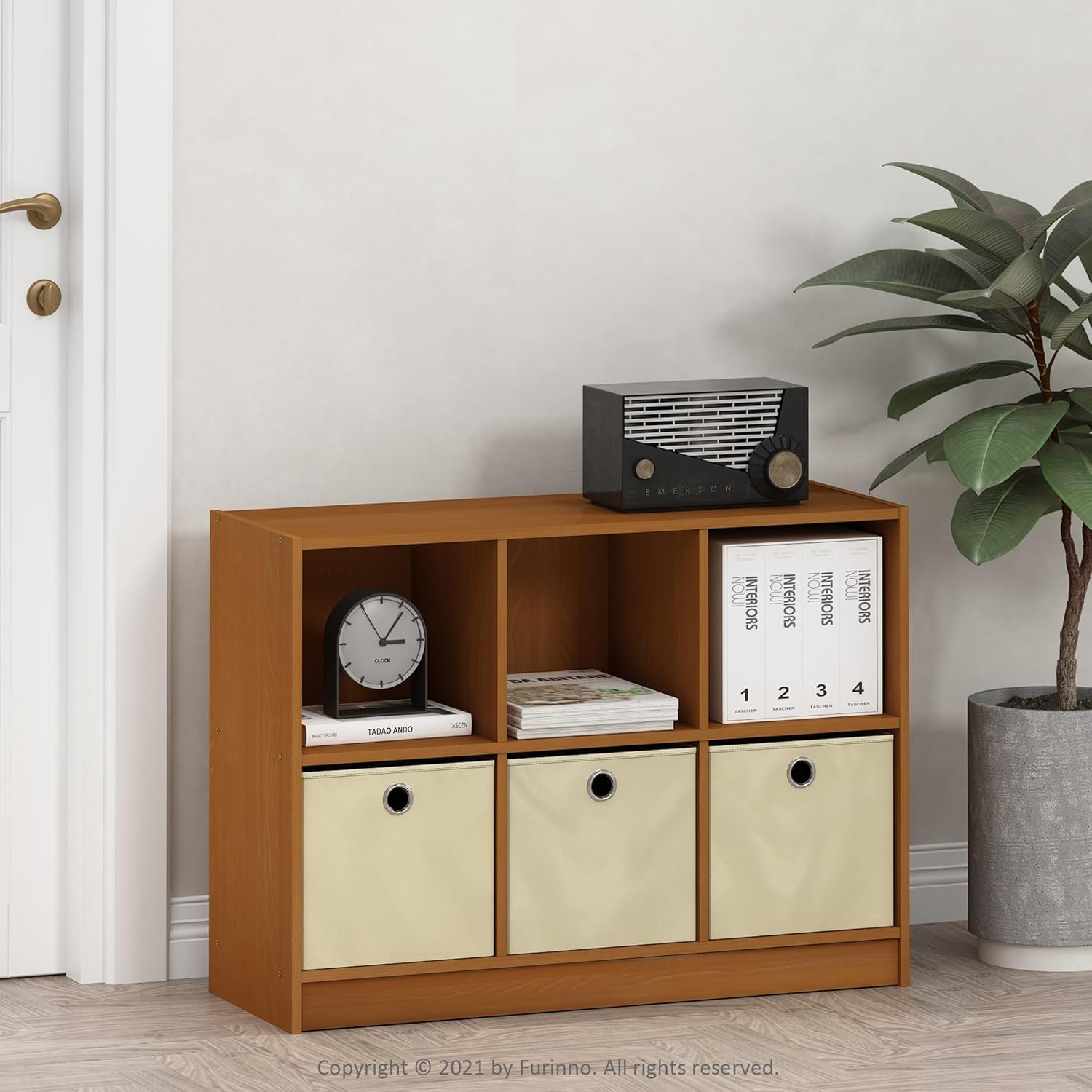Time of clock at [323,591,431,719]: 3:06
